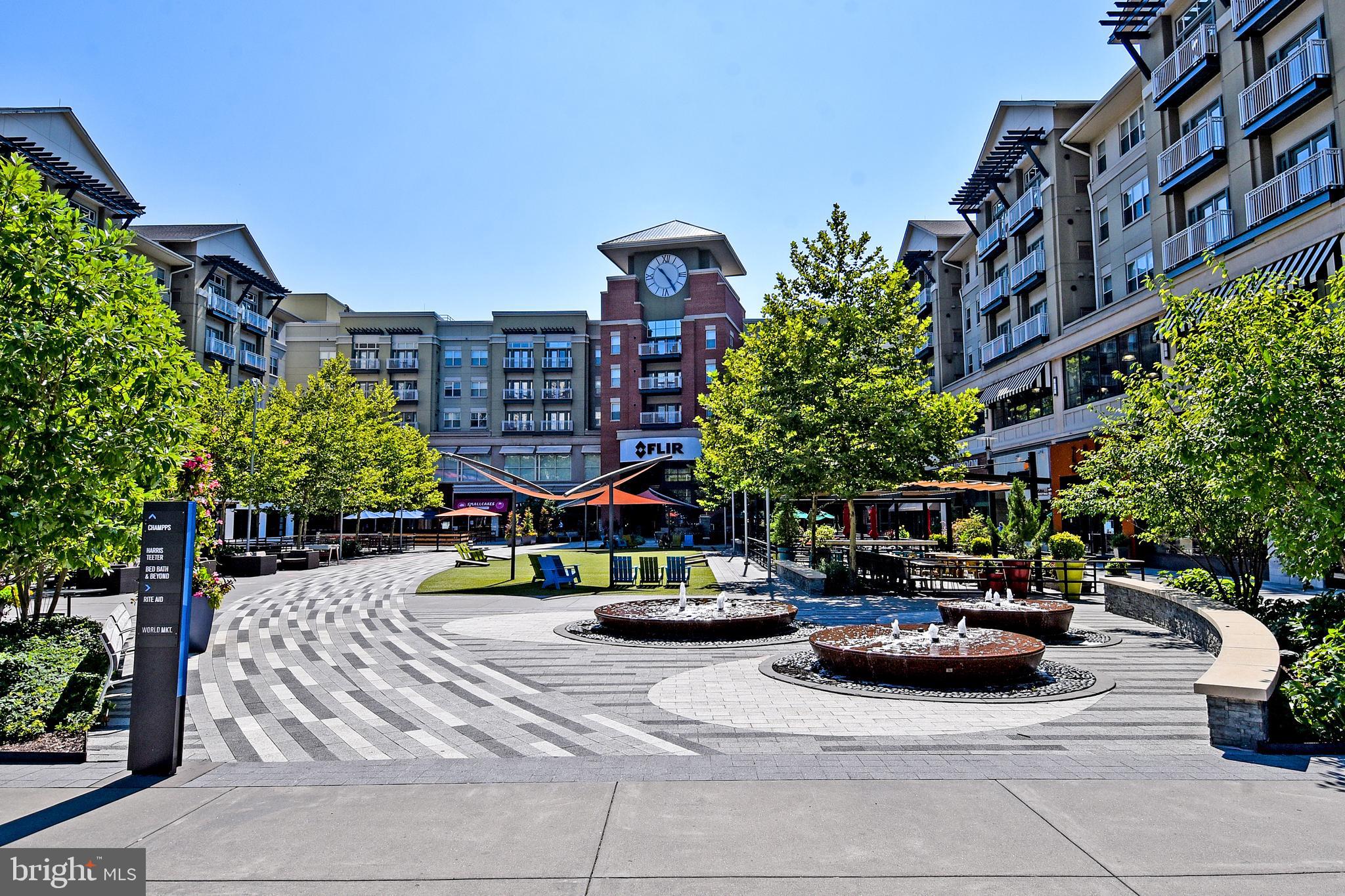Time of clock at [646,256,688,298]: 10:24
